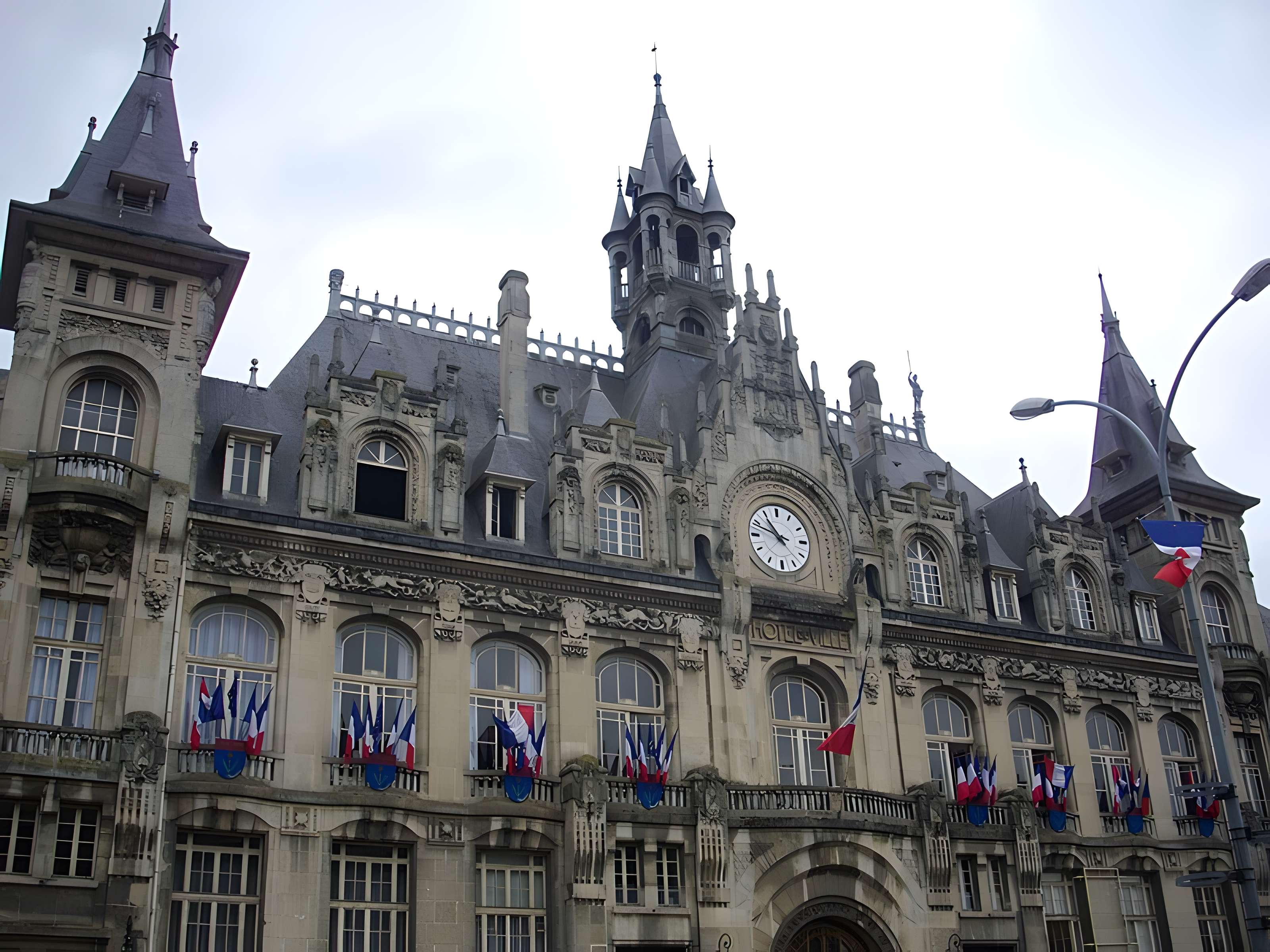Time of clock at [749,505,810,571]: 10:48
